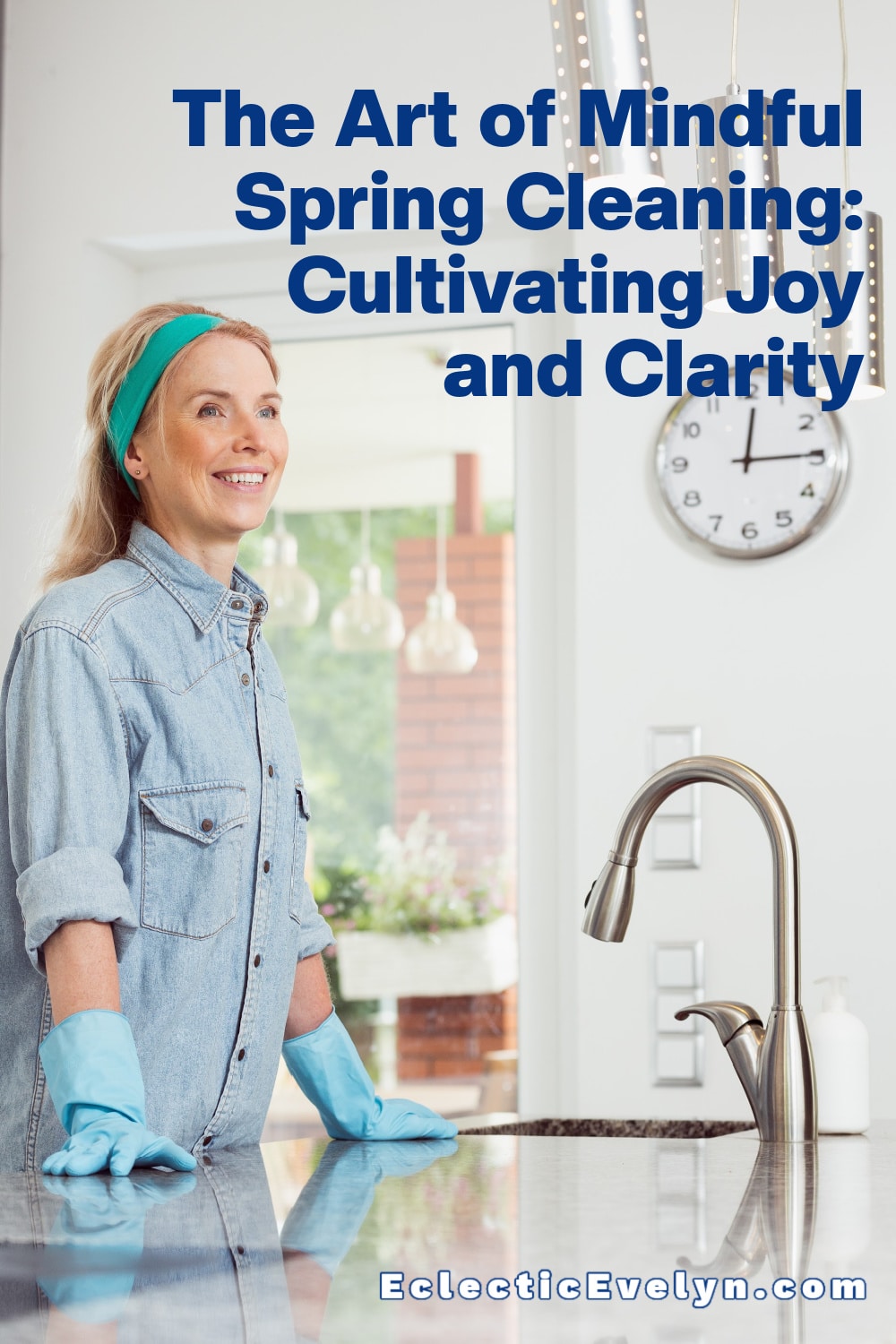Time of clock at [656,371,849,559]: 12:14
